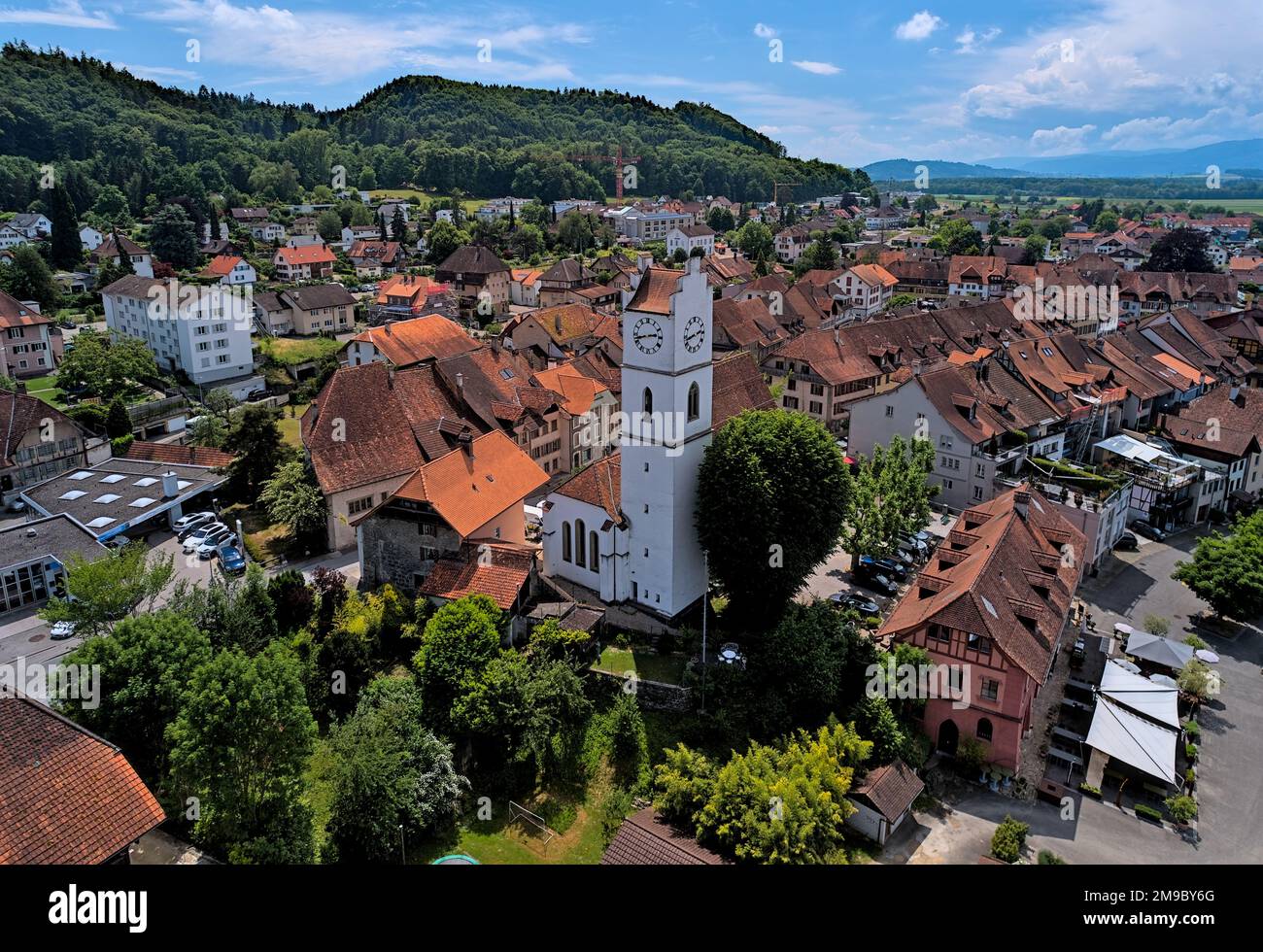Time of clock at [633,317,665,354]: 2:42
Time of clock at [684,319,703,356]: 2:42
